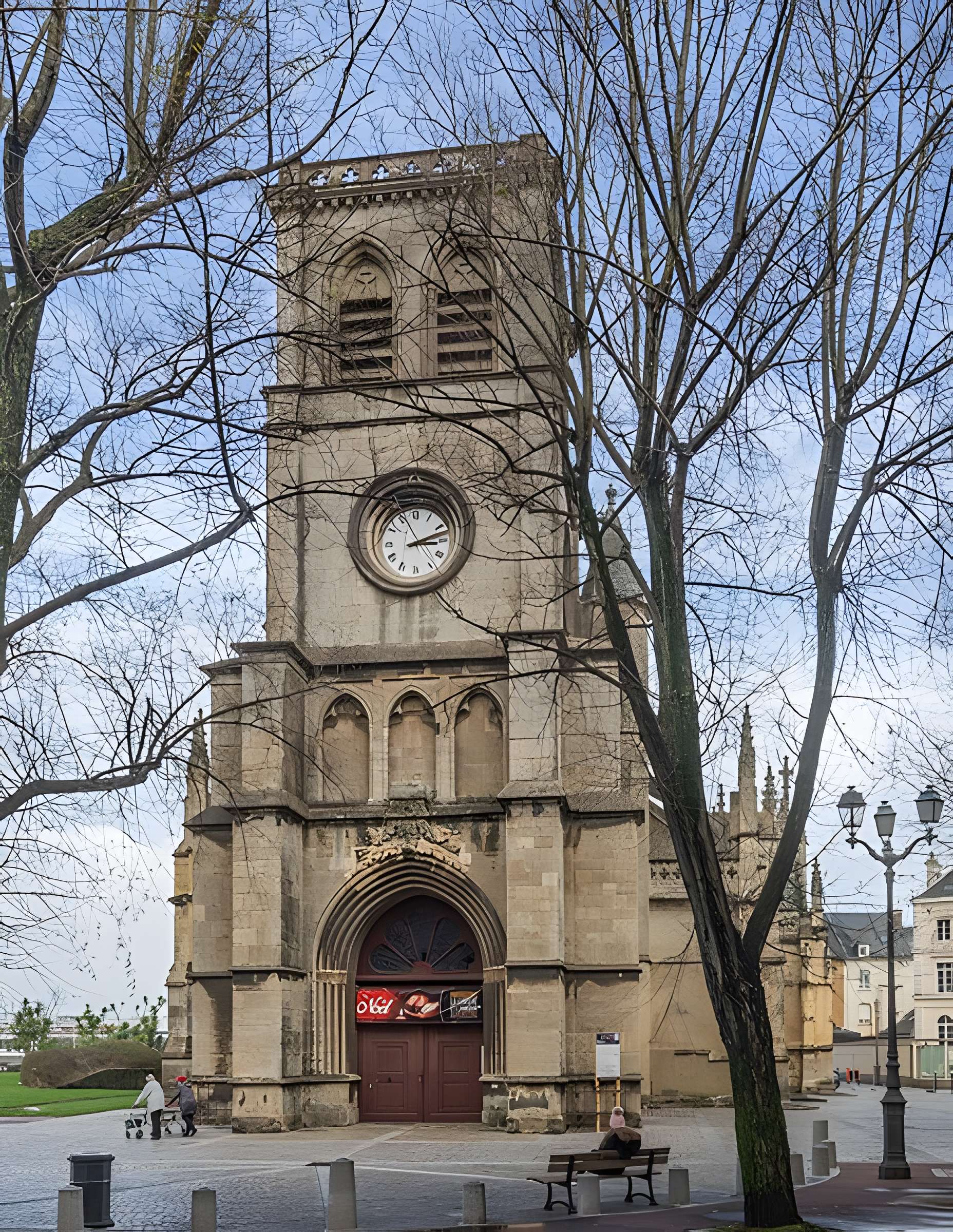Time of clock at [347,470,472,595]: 3:12
